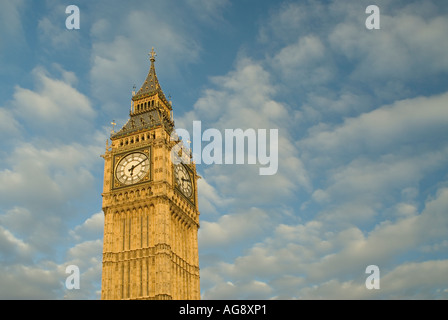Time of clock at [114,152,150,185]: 6:10
